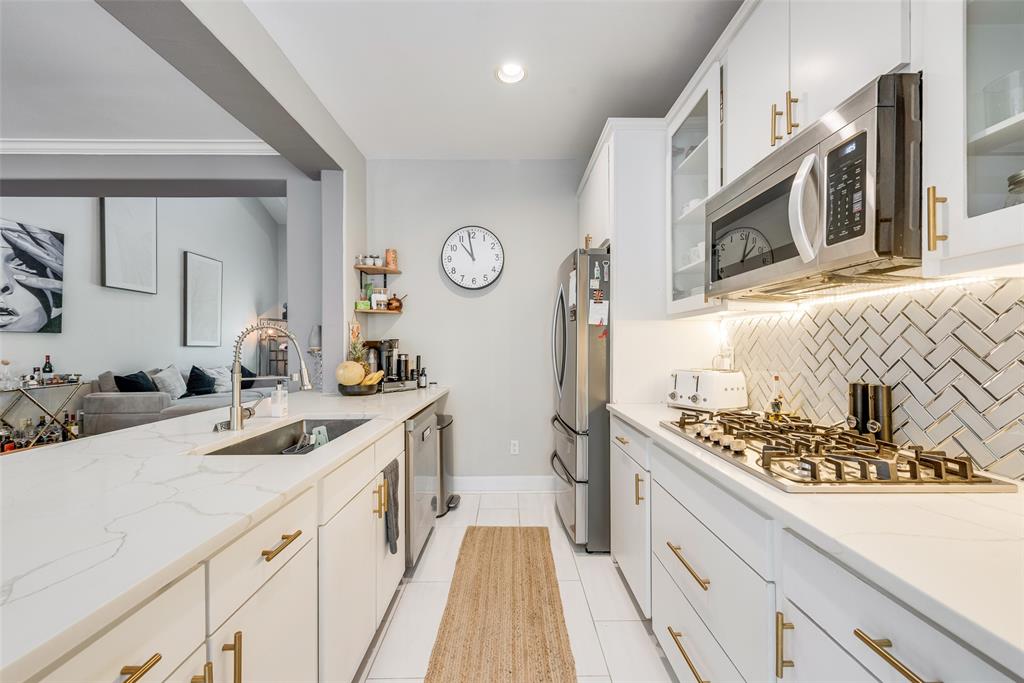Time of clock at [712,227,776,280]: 1:01
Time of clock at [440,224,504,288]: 10:58
